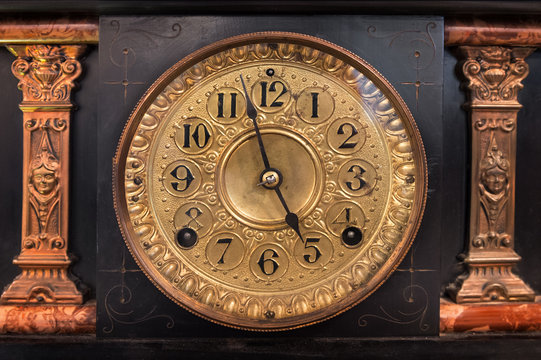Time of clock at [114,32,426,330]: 4:57
